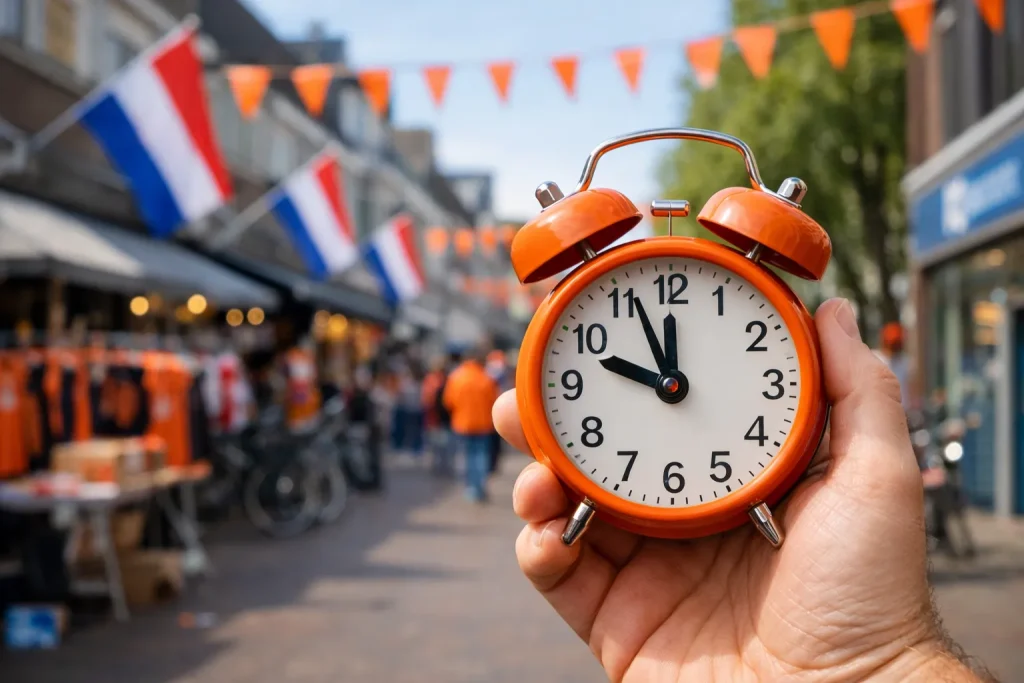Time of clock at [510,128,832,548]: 9:56
